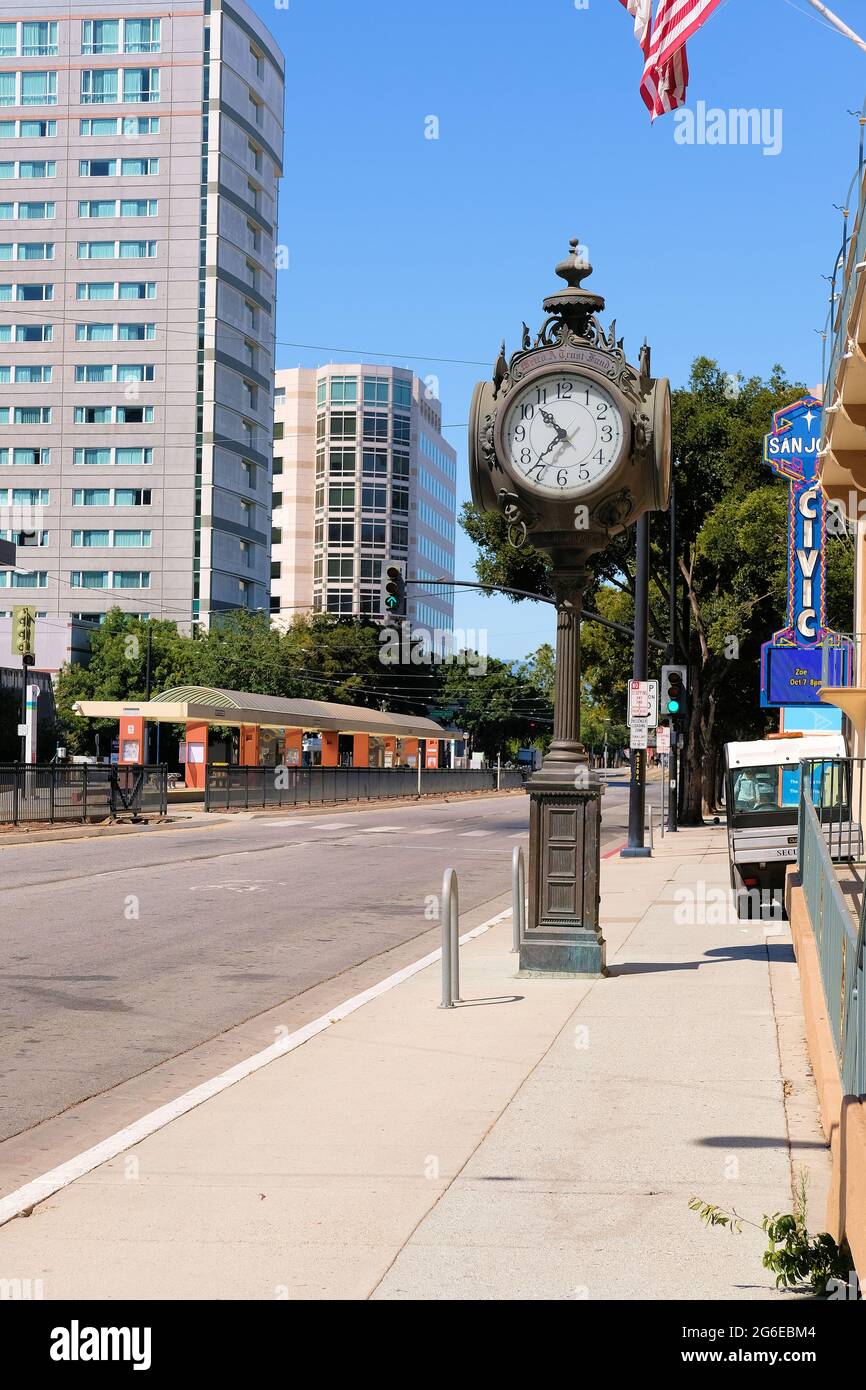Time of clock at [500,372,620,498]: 10:36
